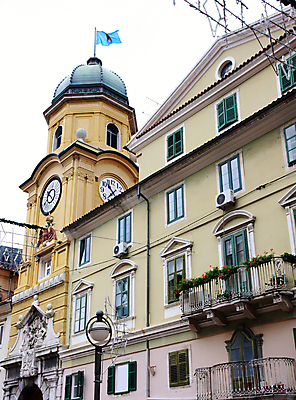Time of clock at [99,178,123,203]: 10:36
